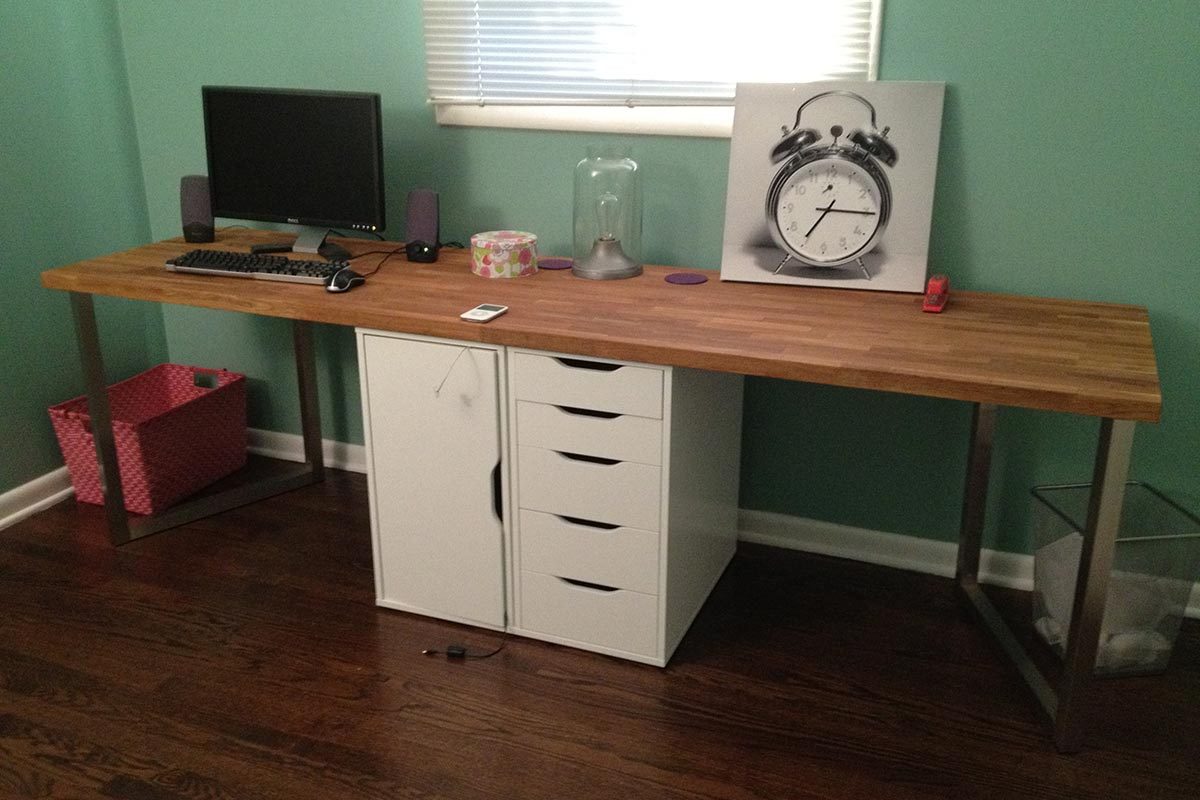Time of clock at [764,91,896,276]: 7:15
